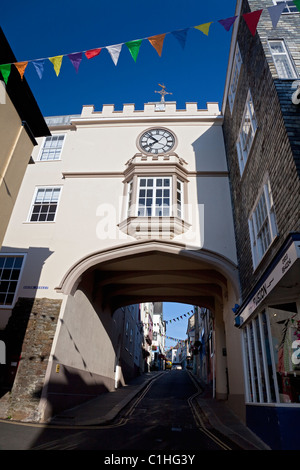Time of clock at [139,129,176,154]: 7:52
